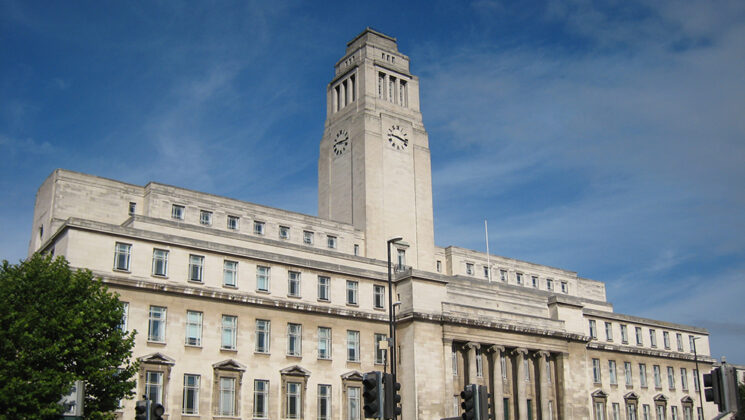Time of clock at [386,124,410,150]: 9:17
